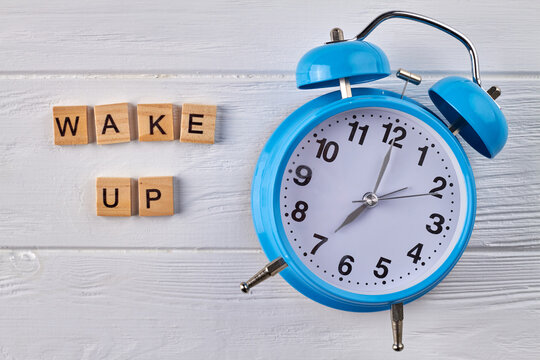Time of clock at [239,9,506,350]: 7:00
